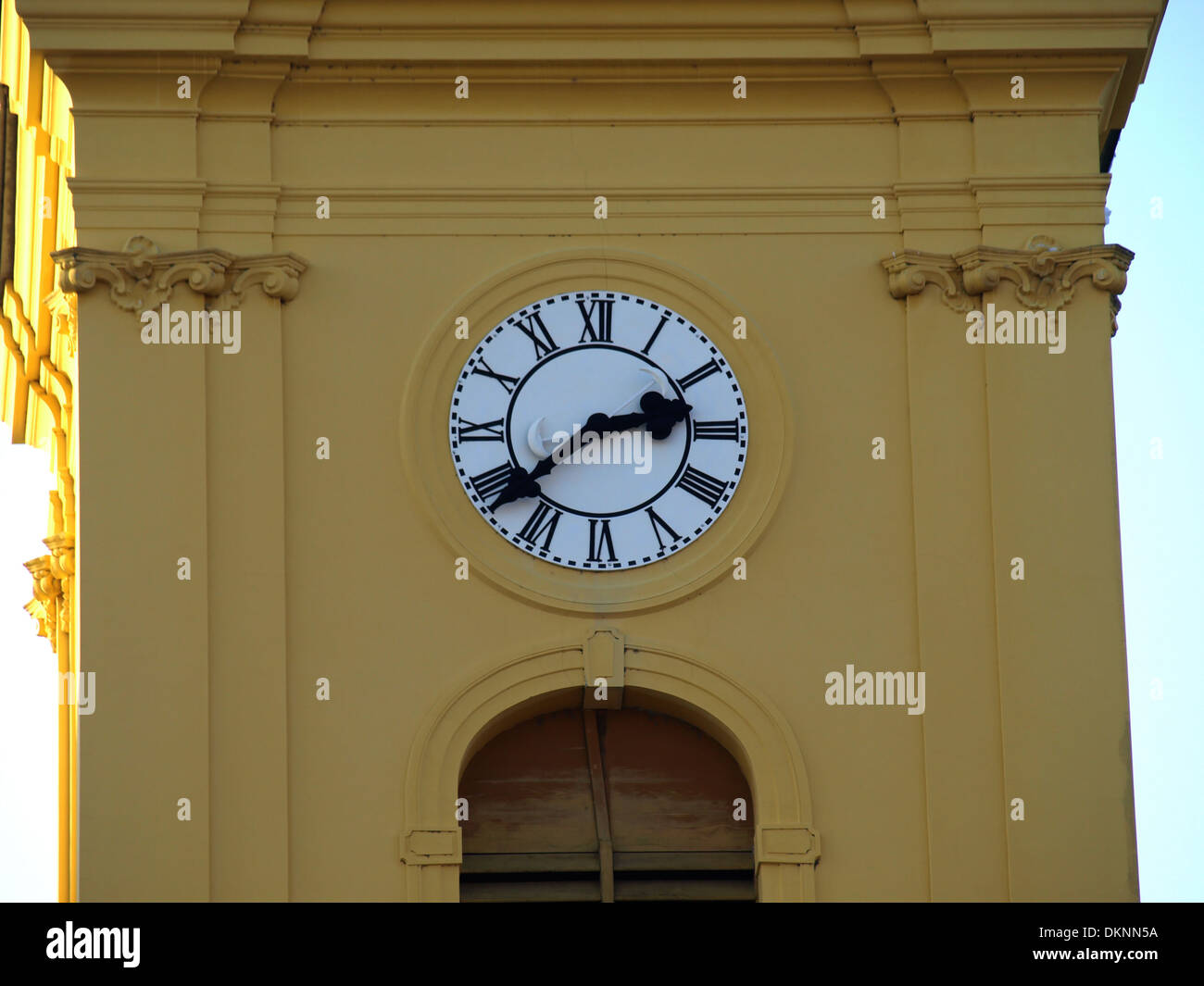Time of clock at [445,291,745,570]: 2:38
